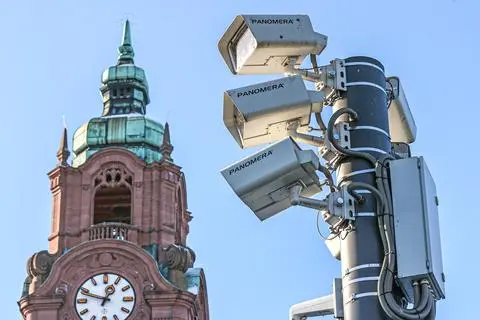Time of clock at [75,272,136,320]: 12:48
